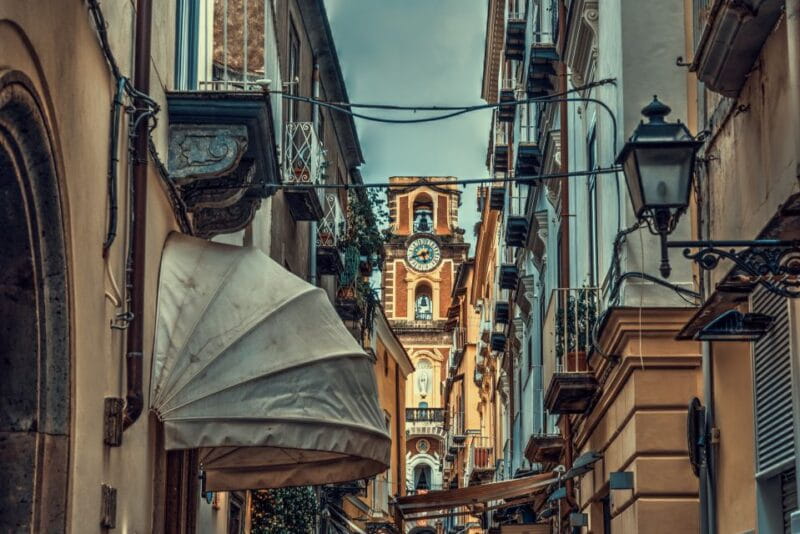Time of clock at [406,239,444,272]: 5:41
